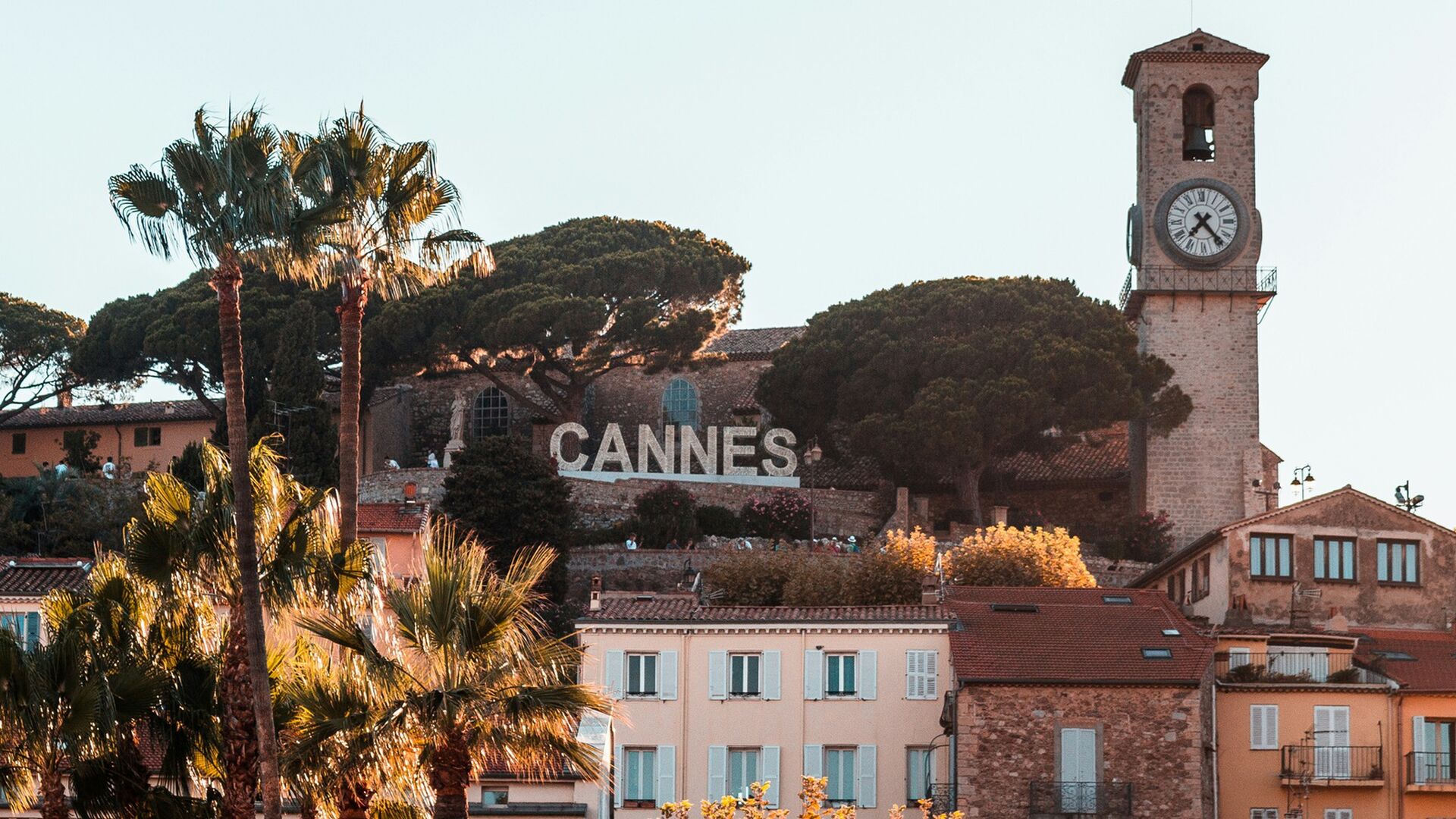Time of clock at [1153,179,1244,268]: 7:23
